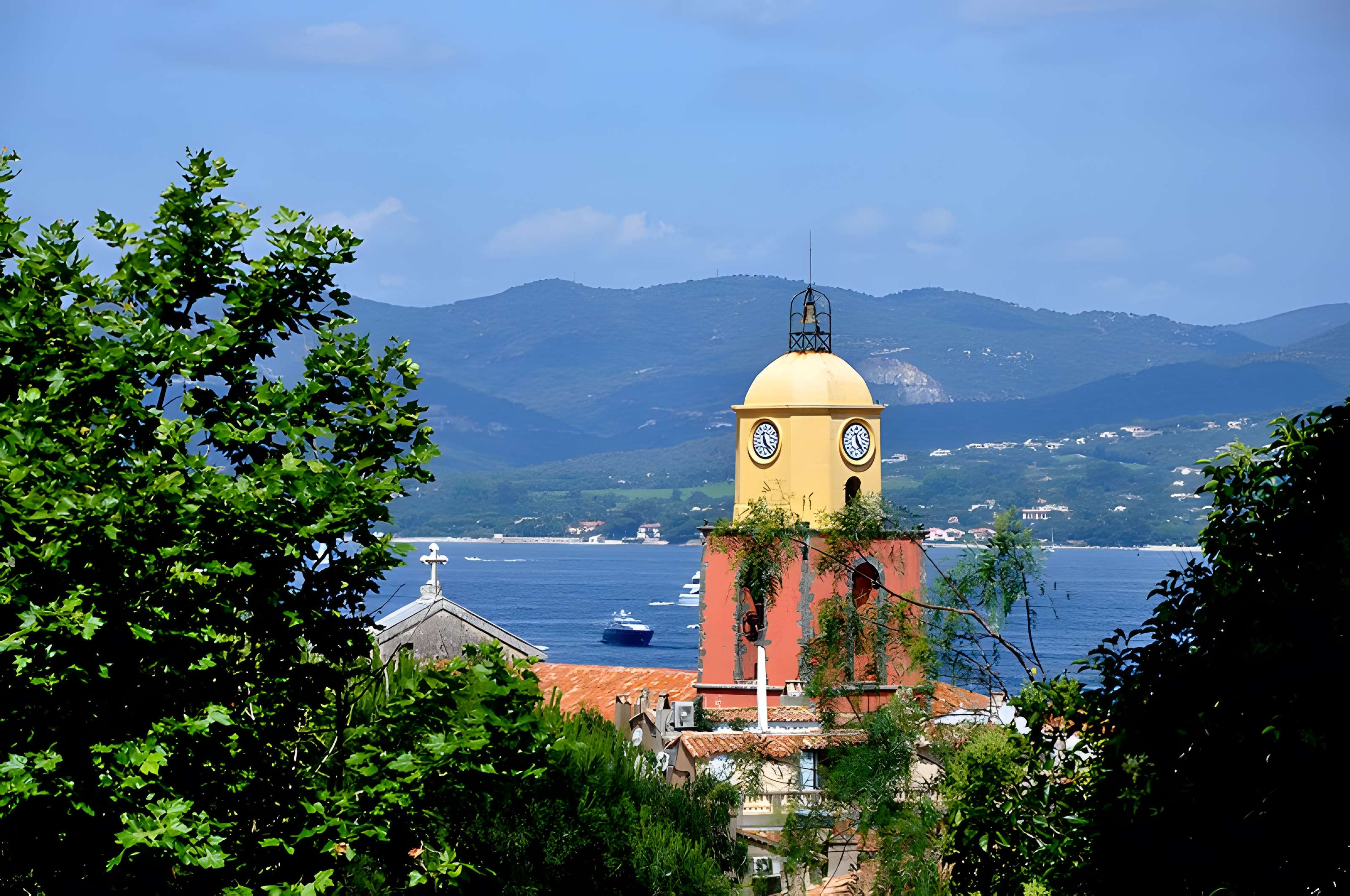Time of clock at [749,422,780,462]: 11:21
